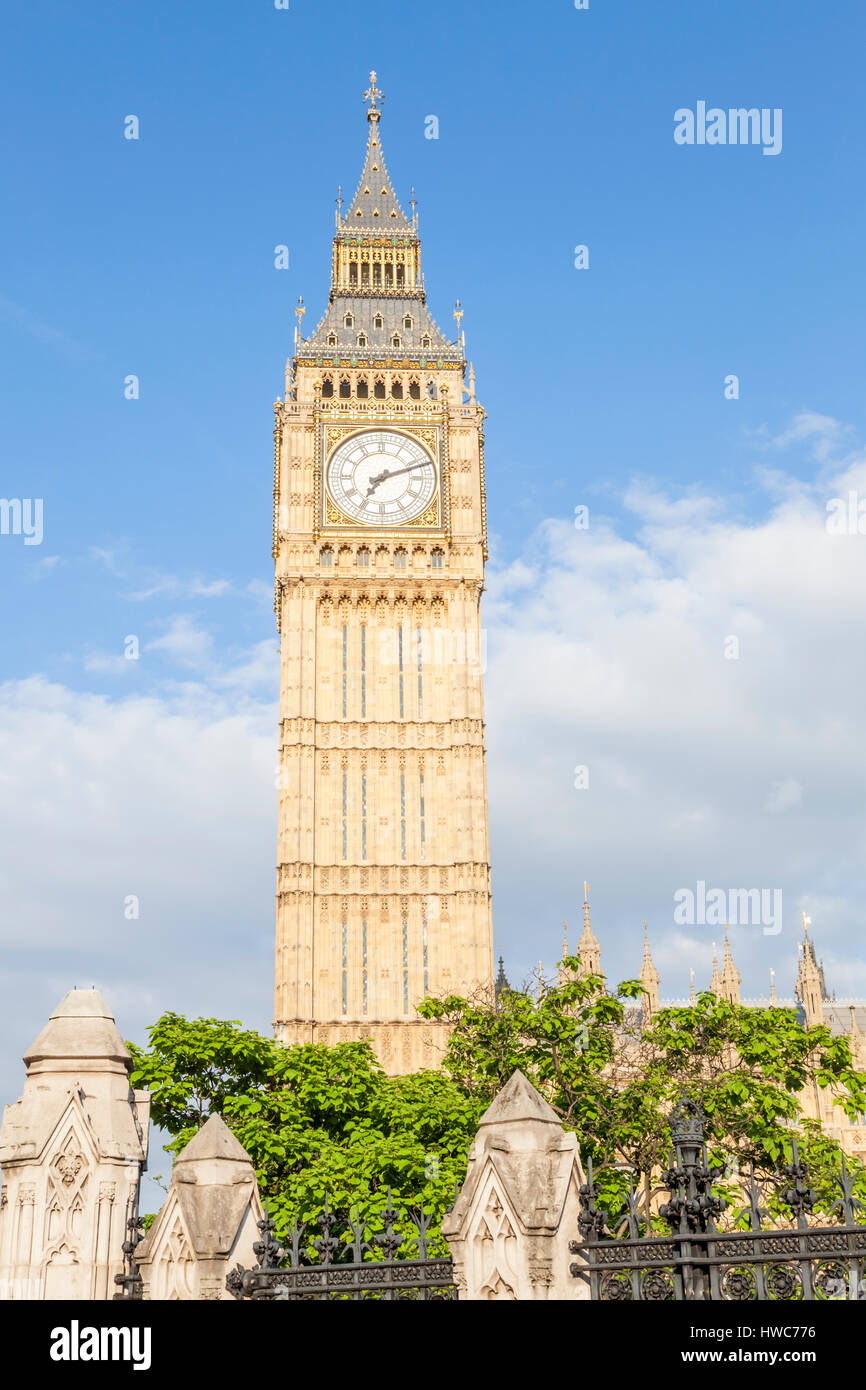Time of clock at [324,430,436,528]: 7:11
